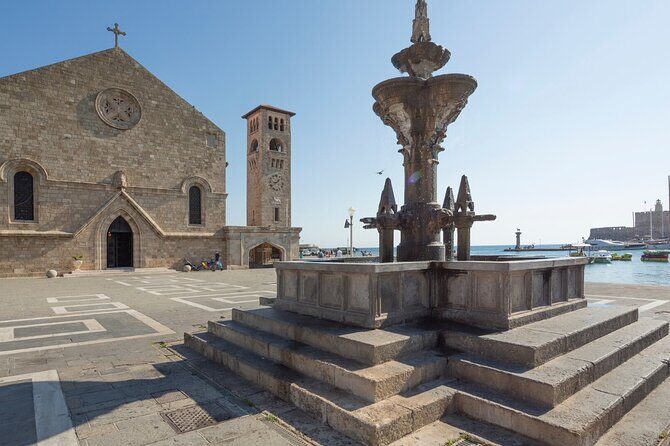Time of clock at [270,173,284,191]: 8:38
